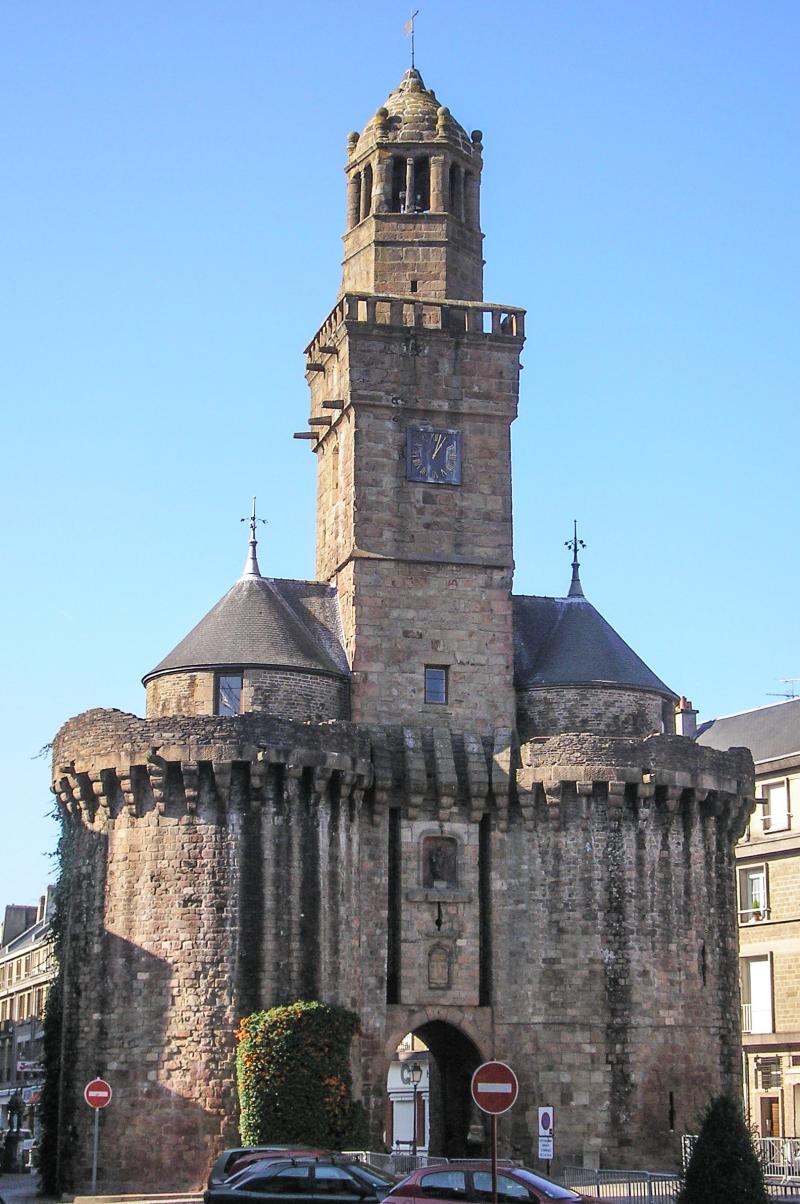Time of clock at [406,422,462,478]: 1:02
